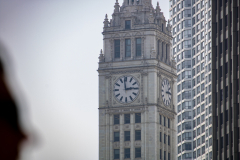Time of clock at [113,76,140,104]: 2:58
